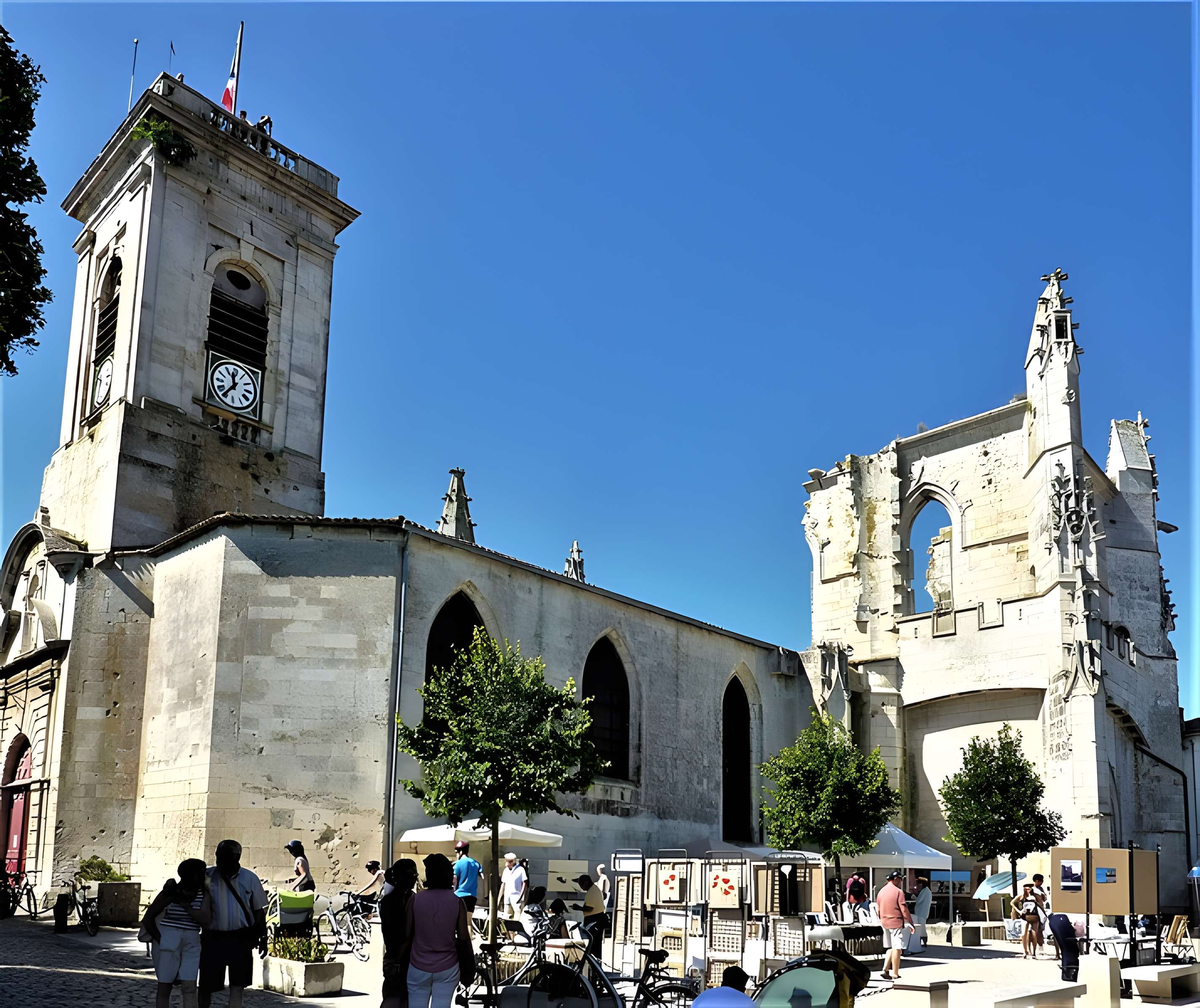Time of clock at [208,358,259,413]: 11:36
